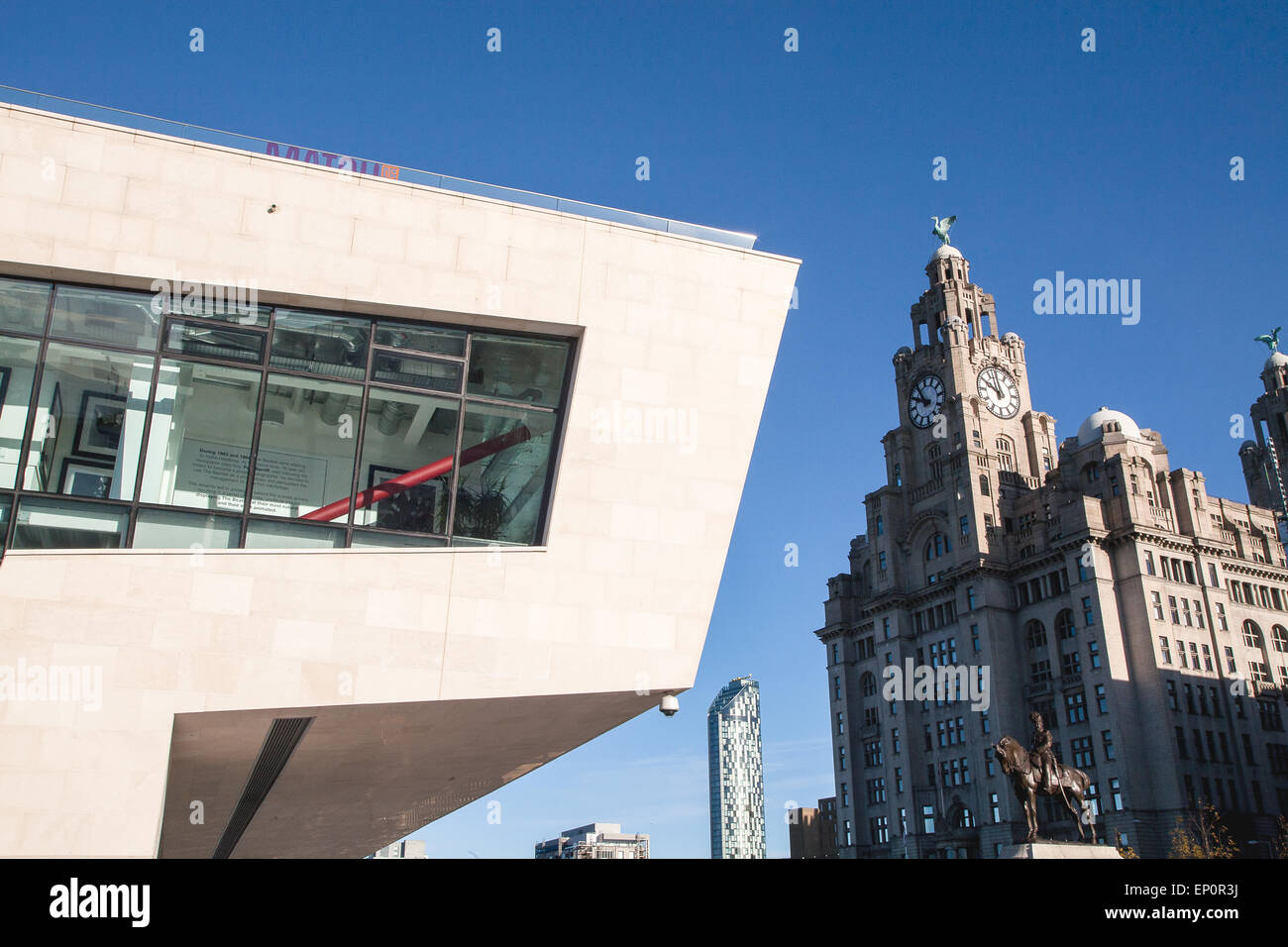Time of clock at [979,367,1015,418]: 9:57
